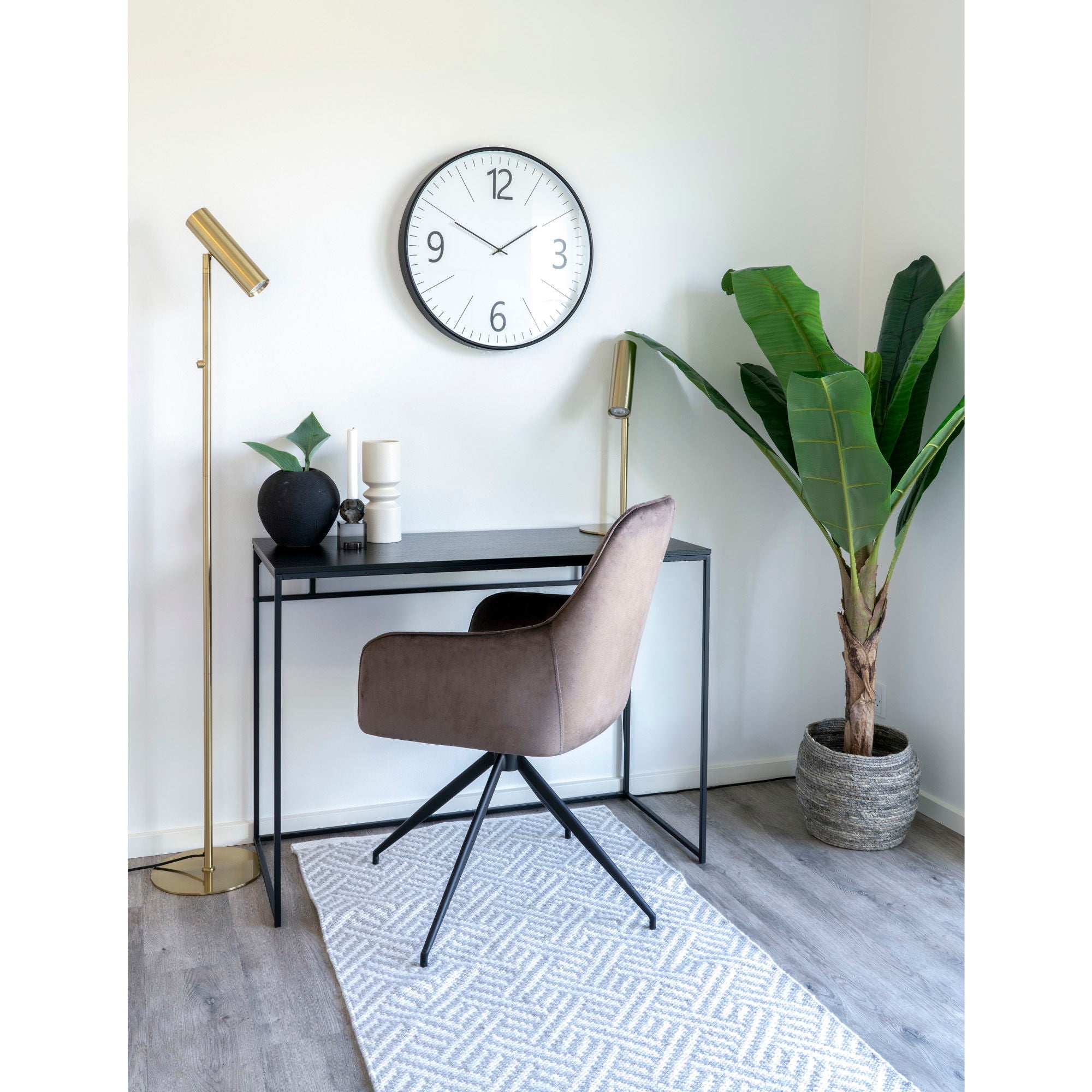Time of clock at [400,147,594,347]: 1:49
